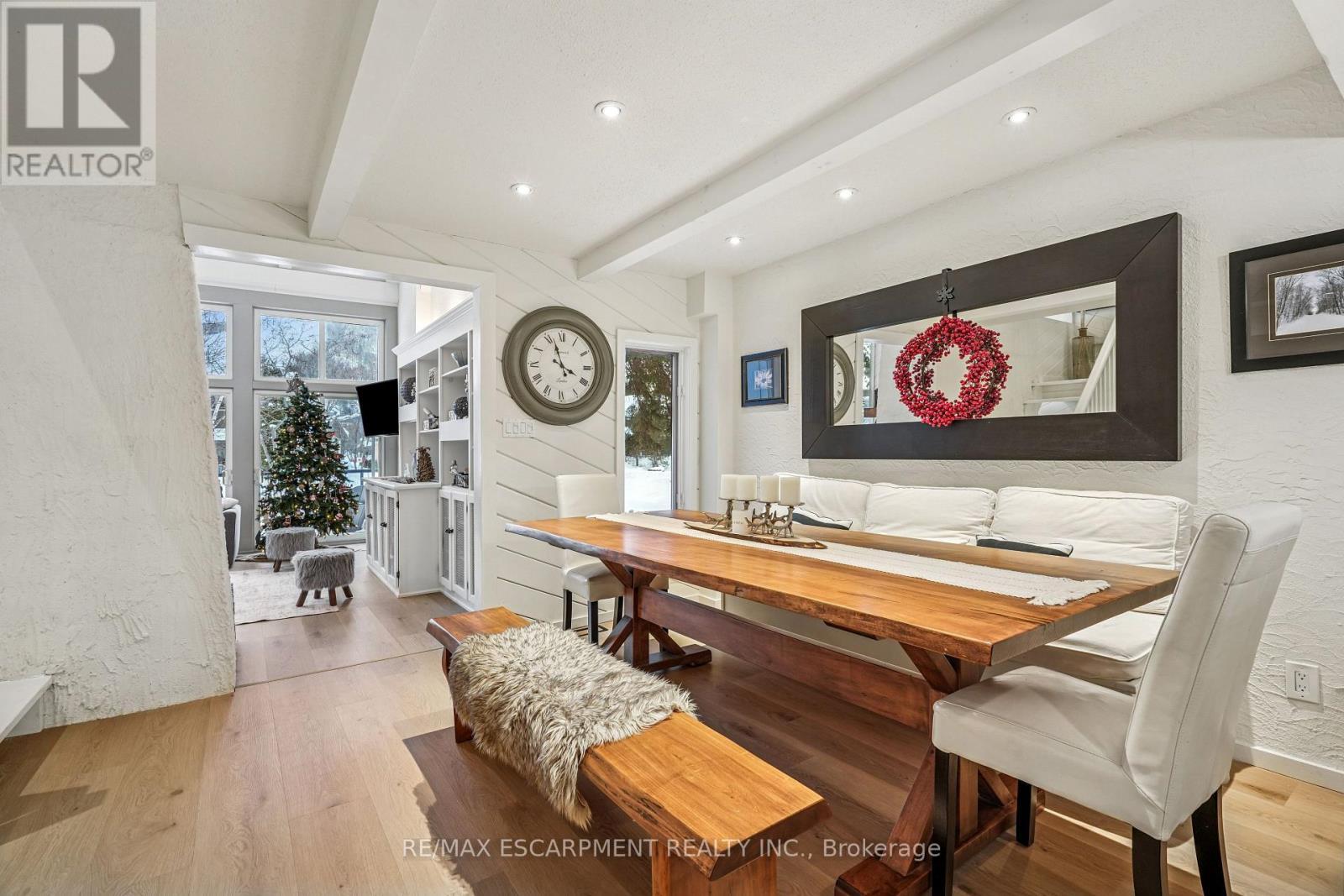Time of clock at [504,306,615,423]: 3:57
